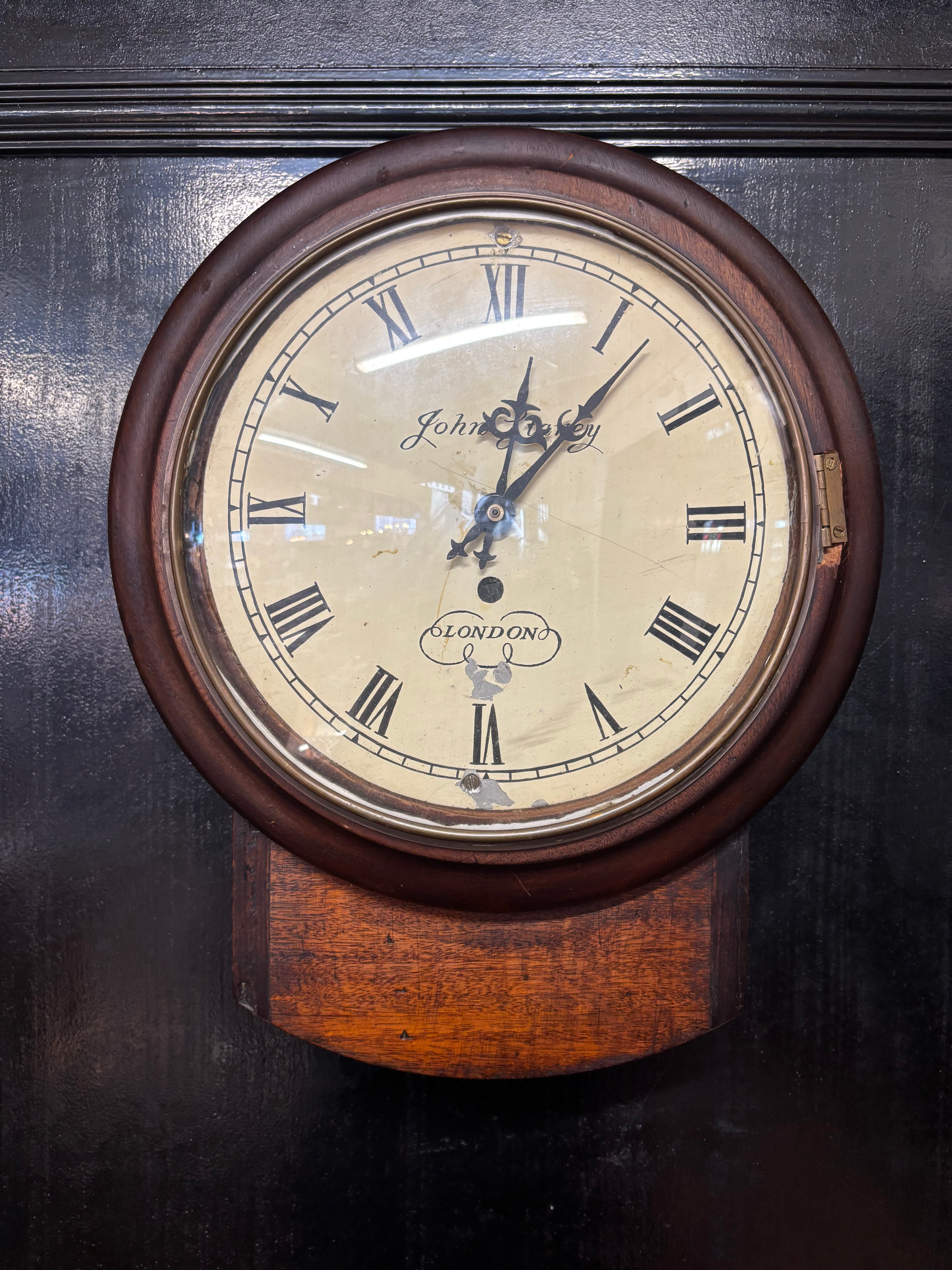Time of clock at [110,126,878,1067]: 12:06
